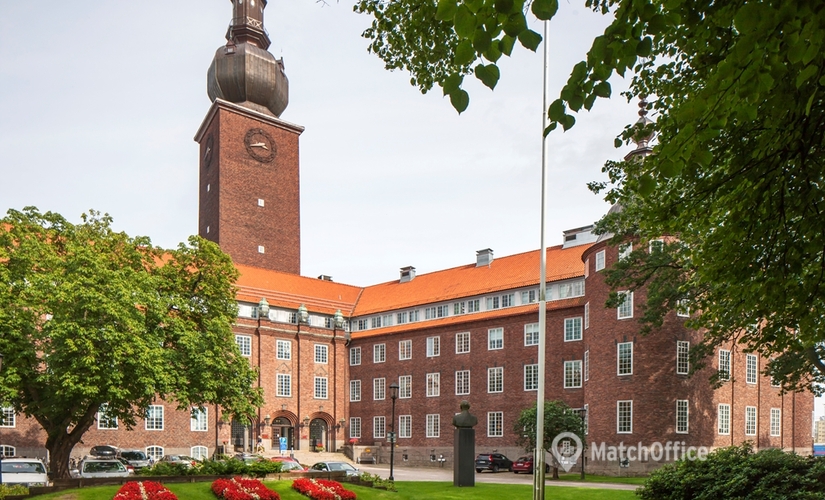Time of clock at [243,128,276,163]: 3:43
